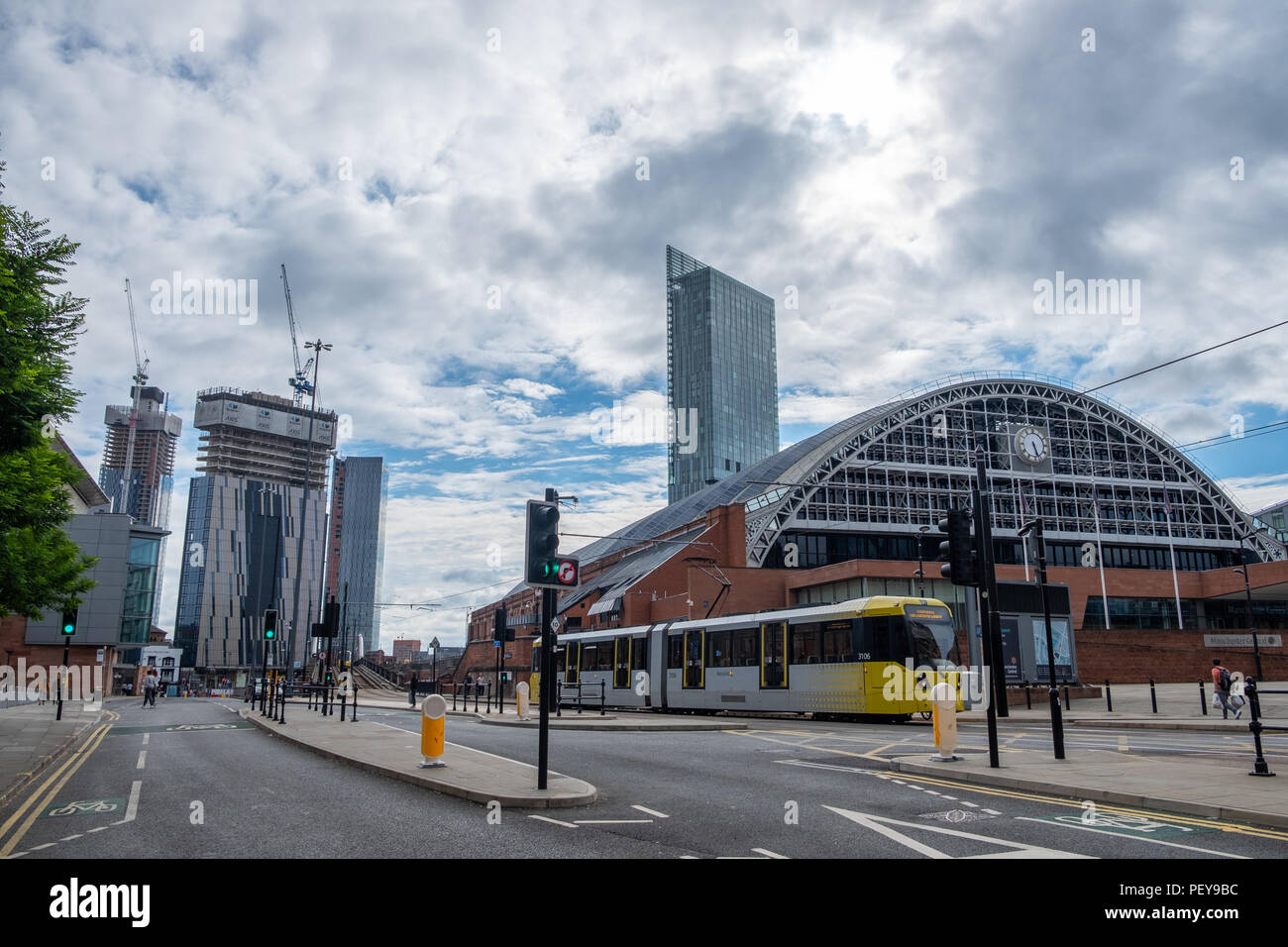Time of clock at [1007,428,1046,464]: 5:26
